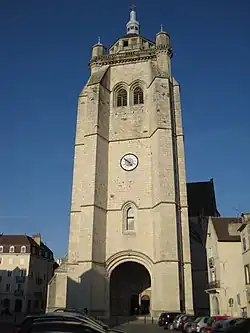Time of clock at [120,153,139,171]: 4:51
